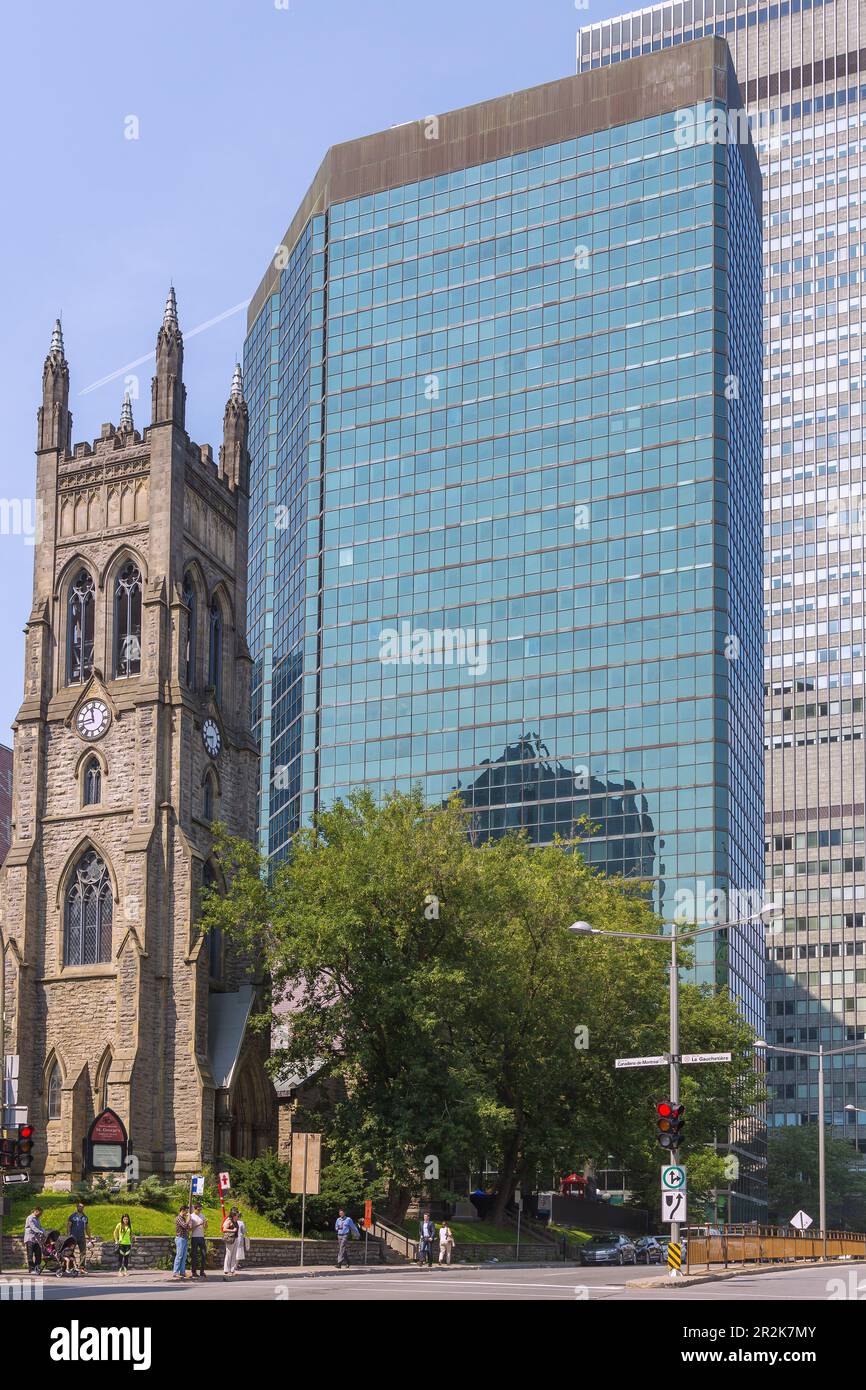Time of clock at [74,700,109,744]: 11:43
